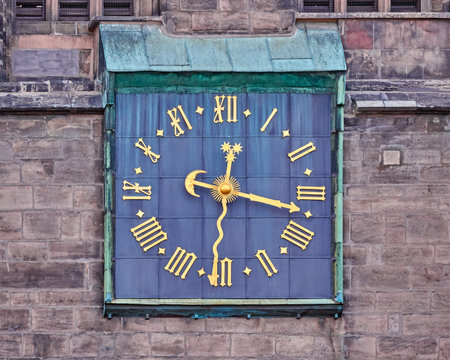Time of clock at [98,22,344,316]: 12:17
